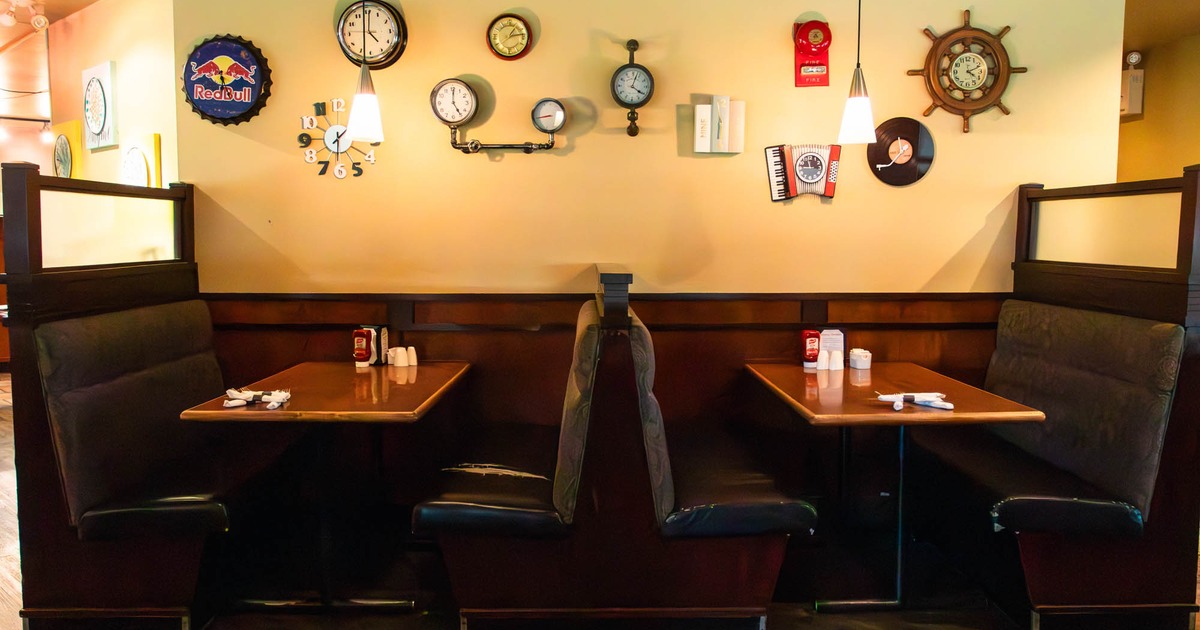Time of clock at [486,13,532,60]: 1:13
